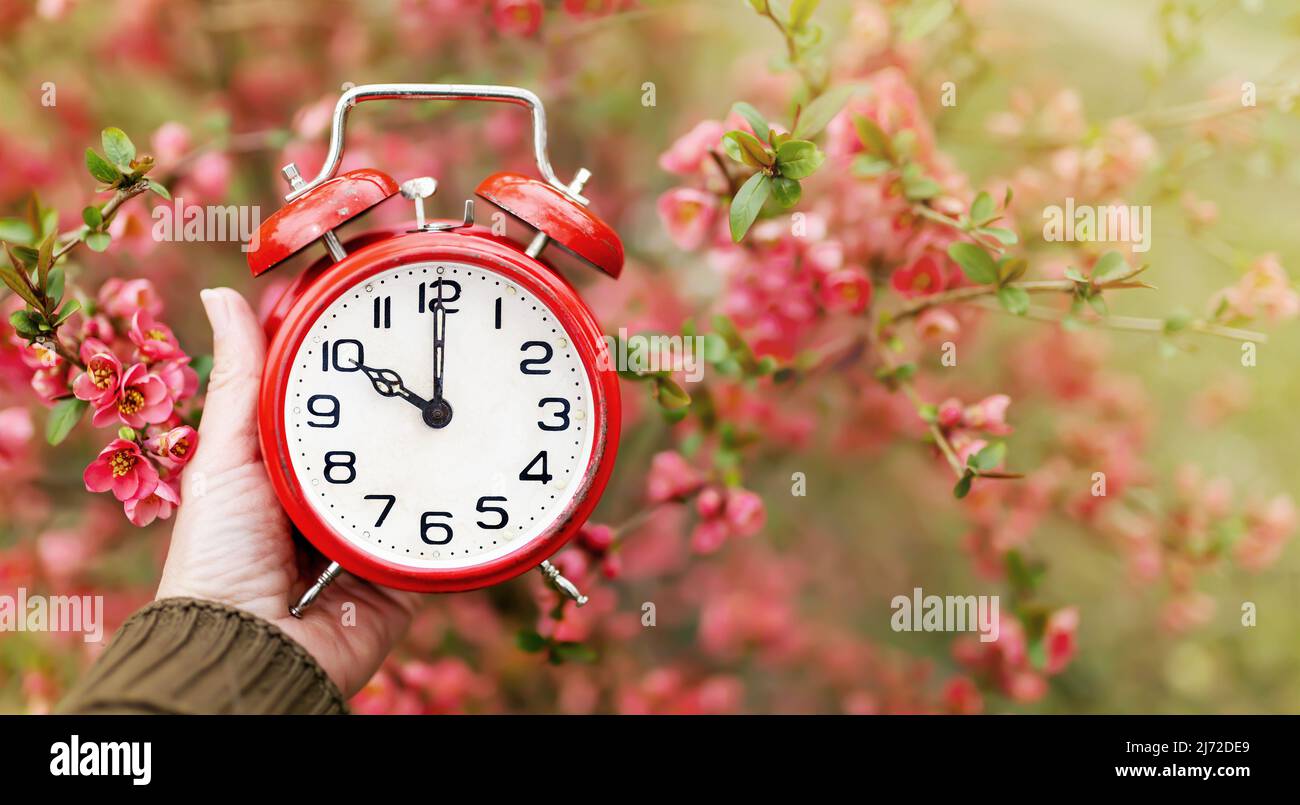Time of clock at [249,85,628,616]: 10:00
